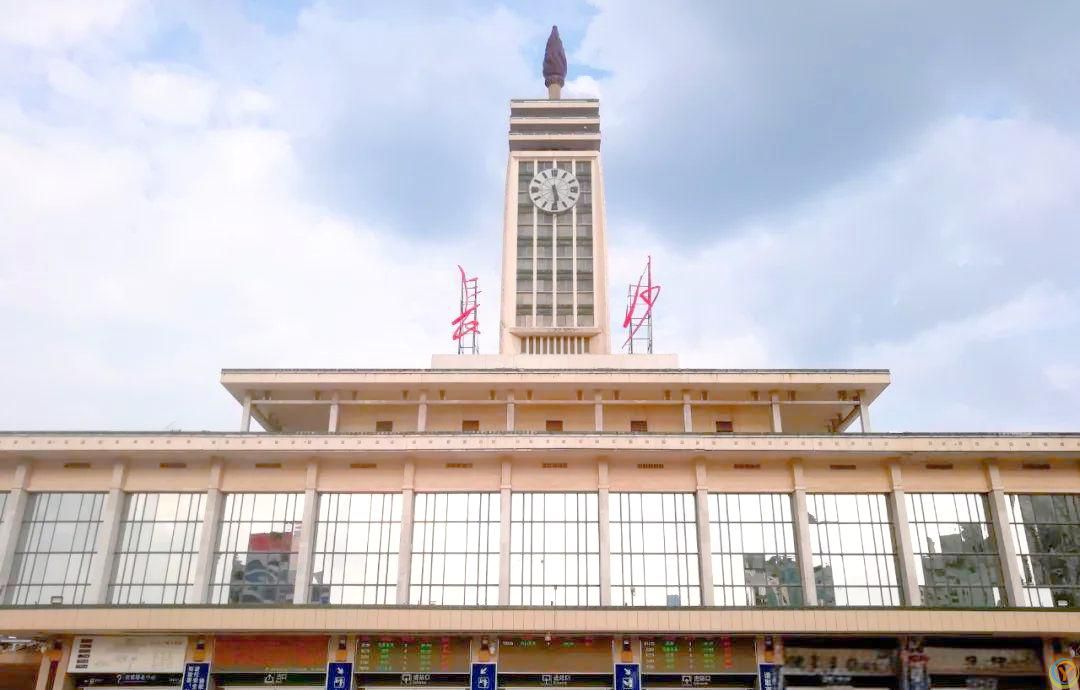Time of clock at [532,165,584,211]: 5:29
